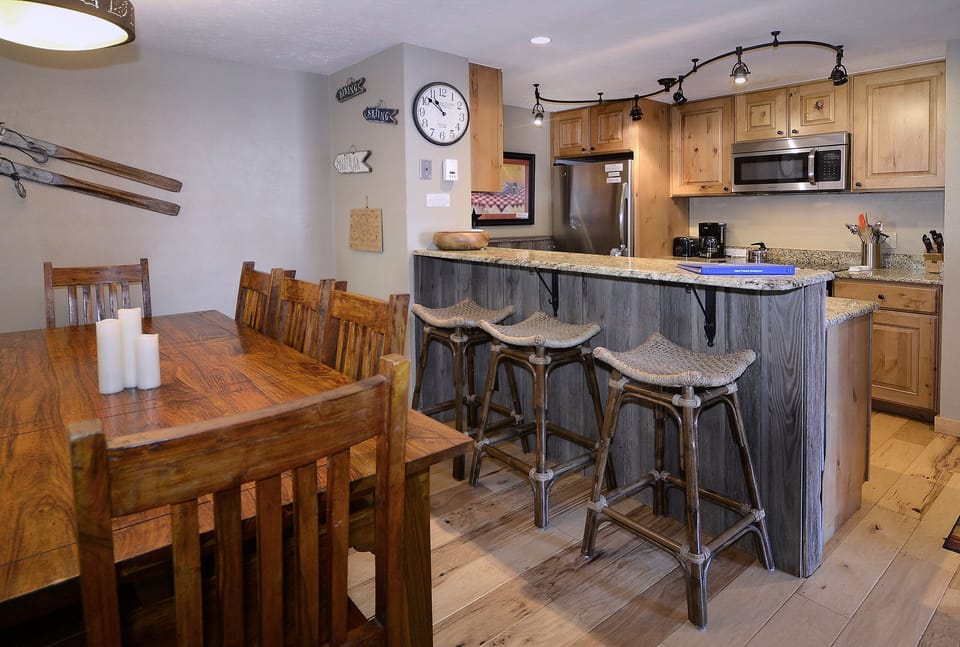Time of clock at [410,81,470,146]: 10:51
